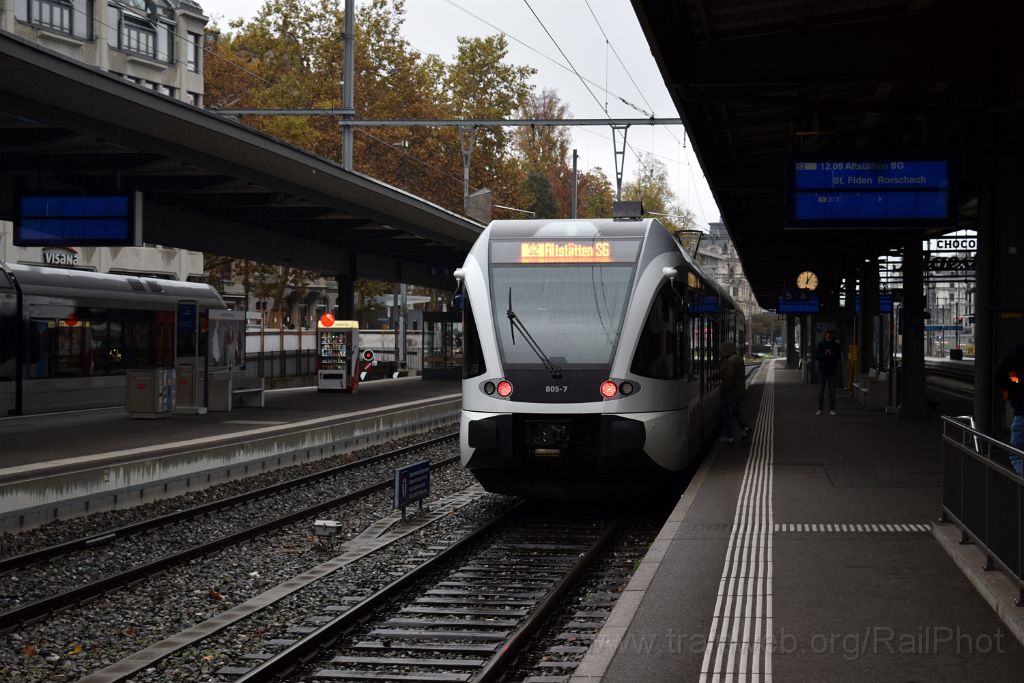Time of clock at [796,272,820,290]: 12:06
